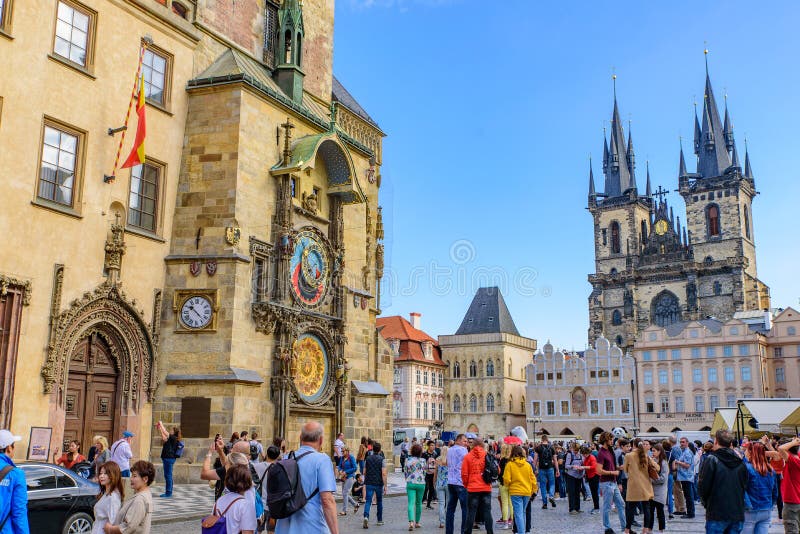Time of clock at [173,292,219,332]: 10:22
